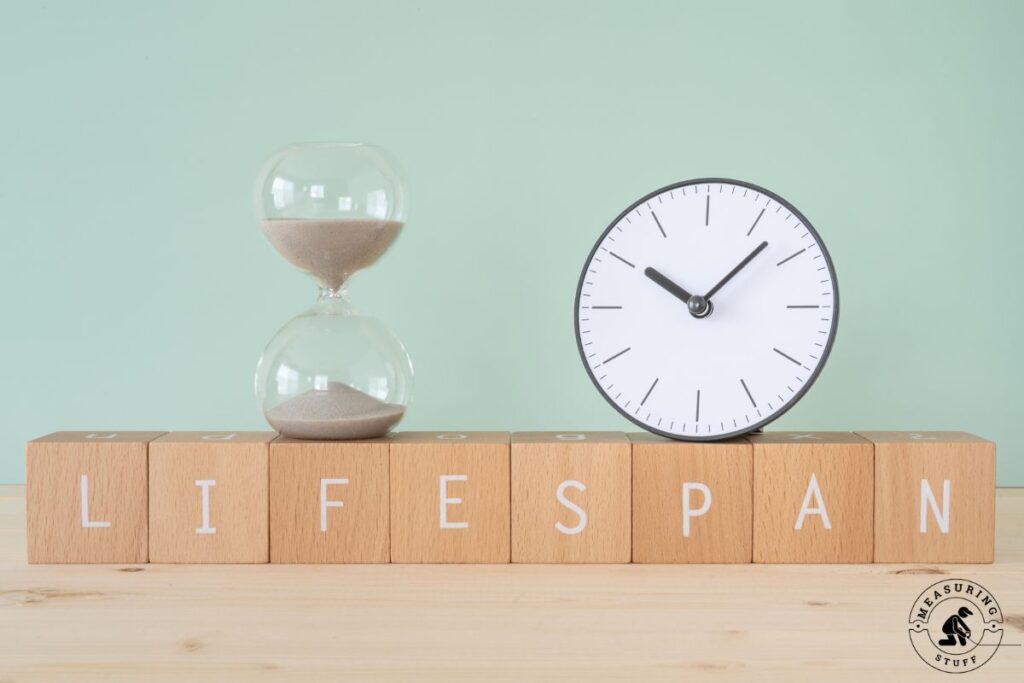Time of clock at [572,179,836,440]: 10:07
